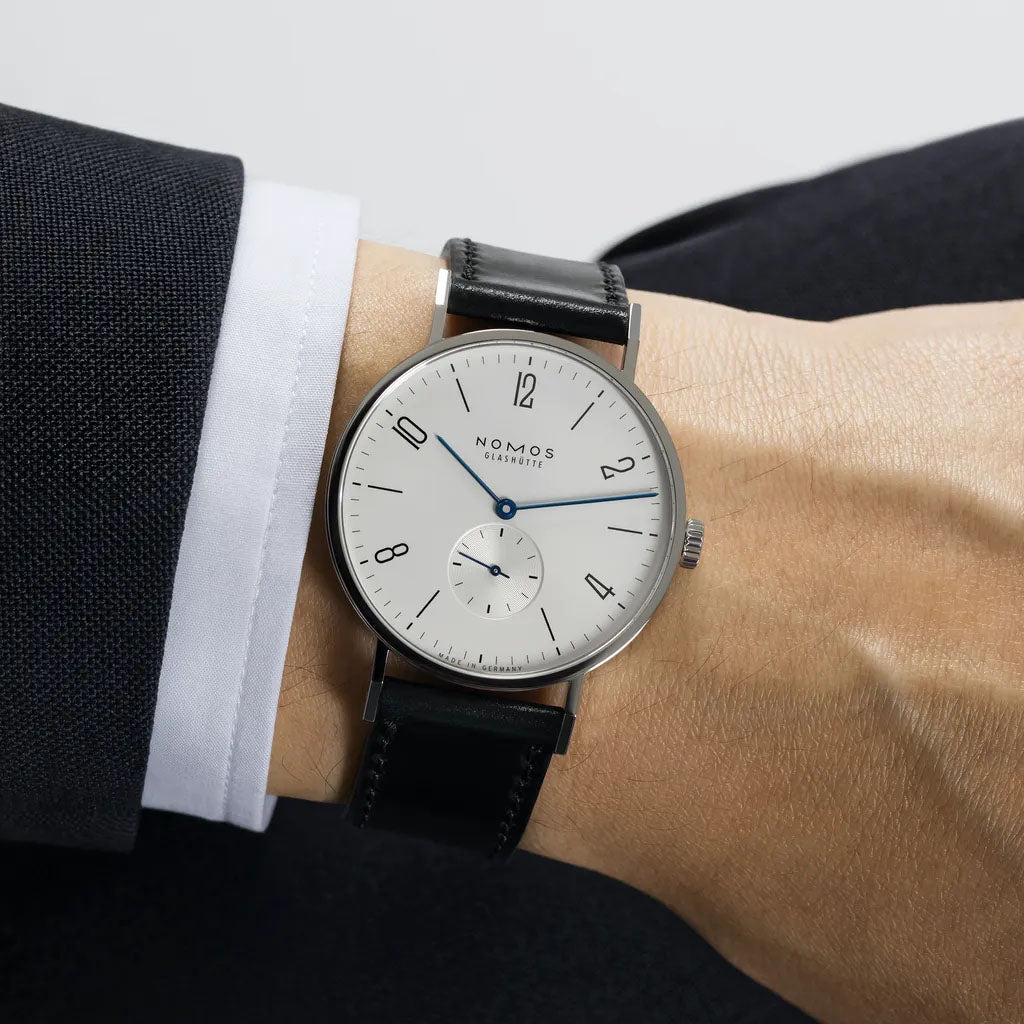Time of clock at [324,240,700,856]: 10:12
